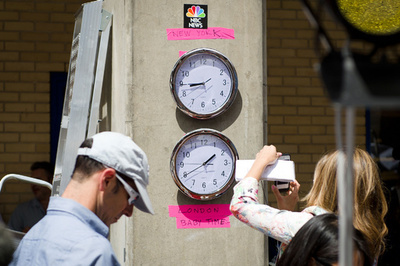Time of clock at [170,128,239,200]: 1:40
